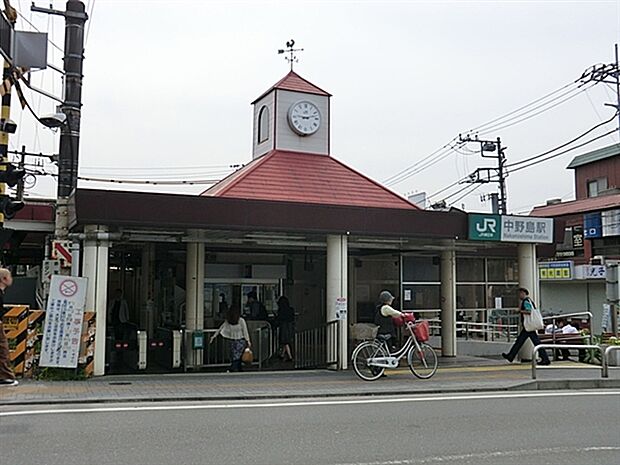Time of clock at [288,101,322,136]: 9:12
